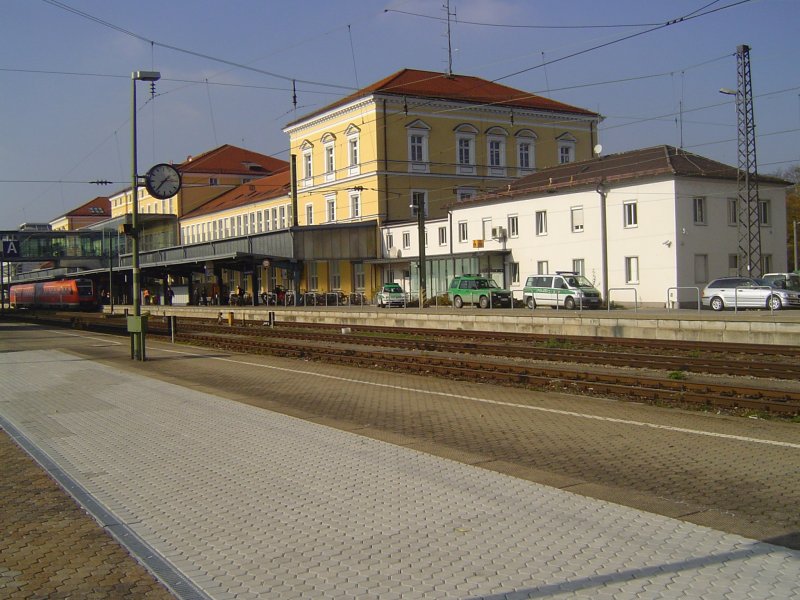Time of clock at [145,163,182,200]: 1:36
